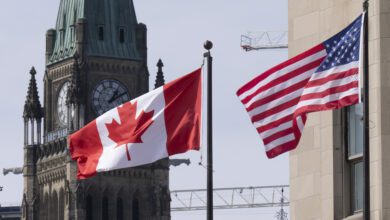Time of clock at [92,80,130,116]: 1:10
